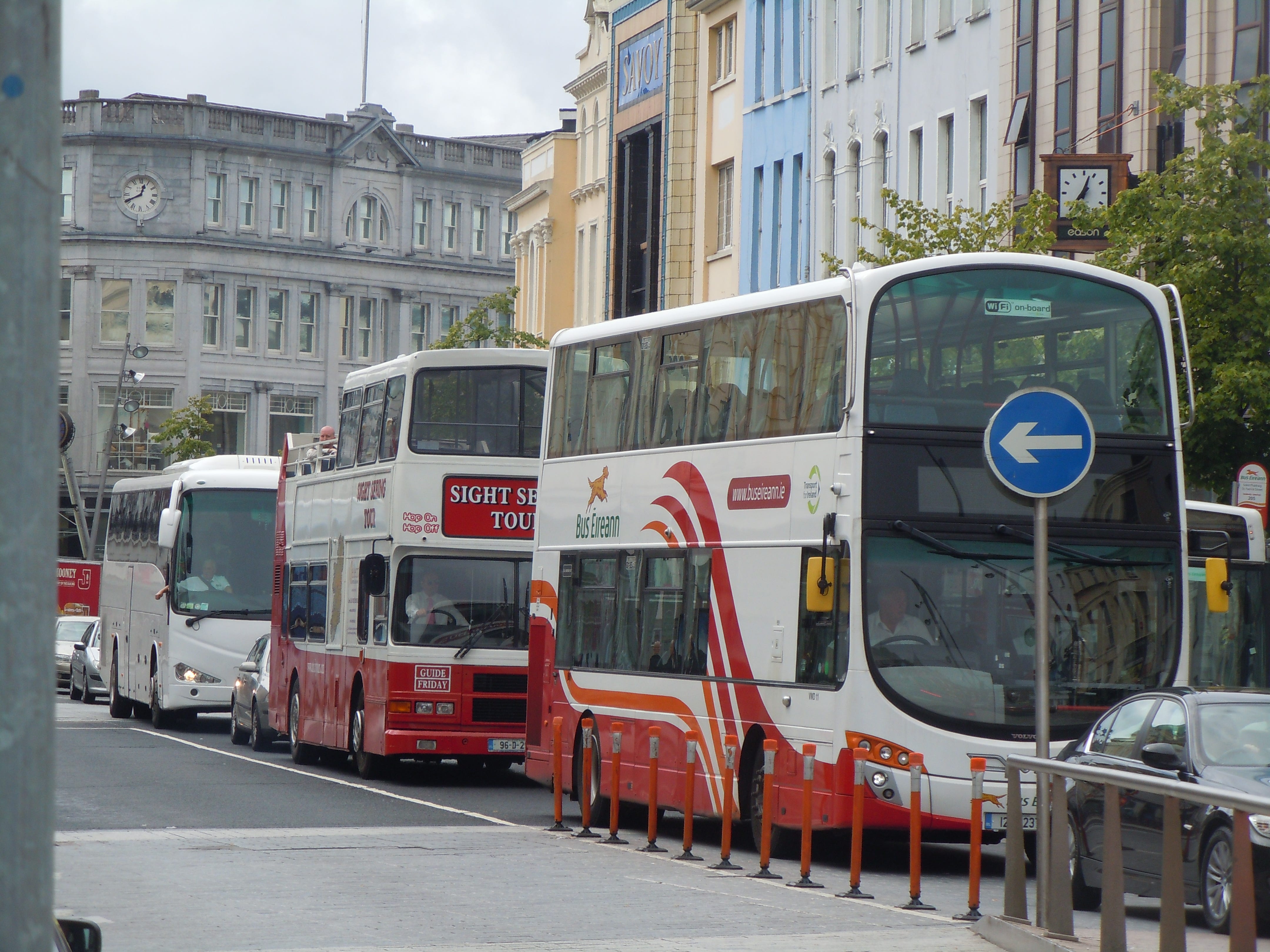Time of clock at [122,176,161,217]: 12:40
